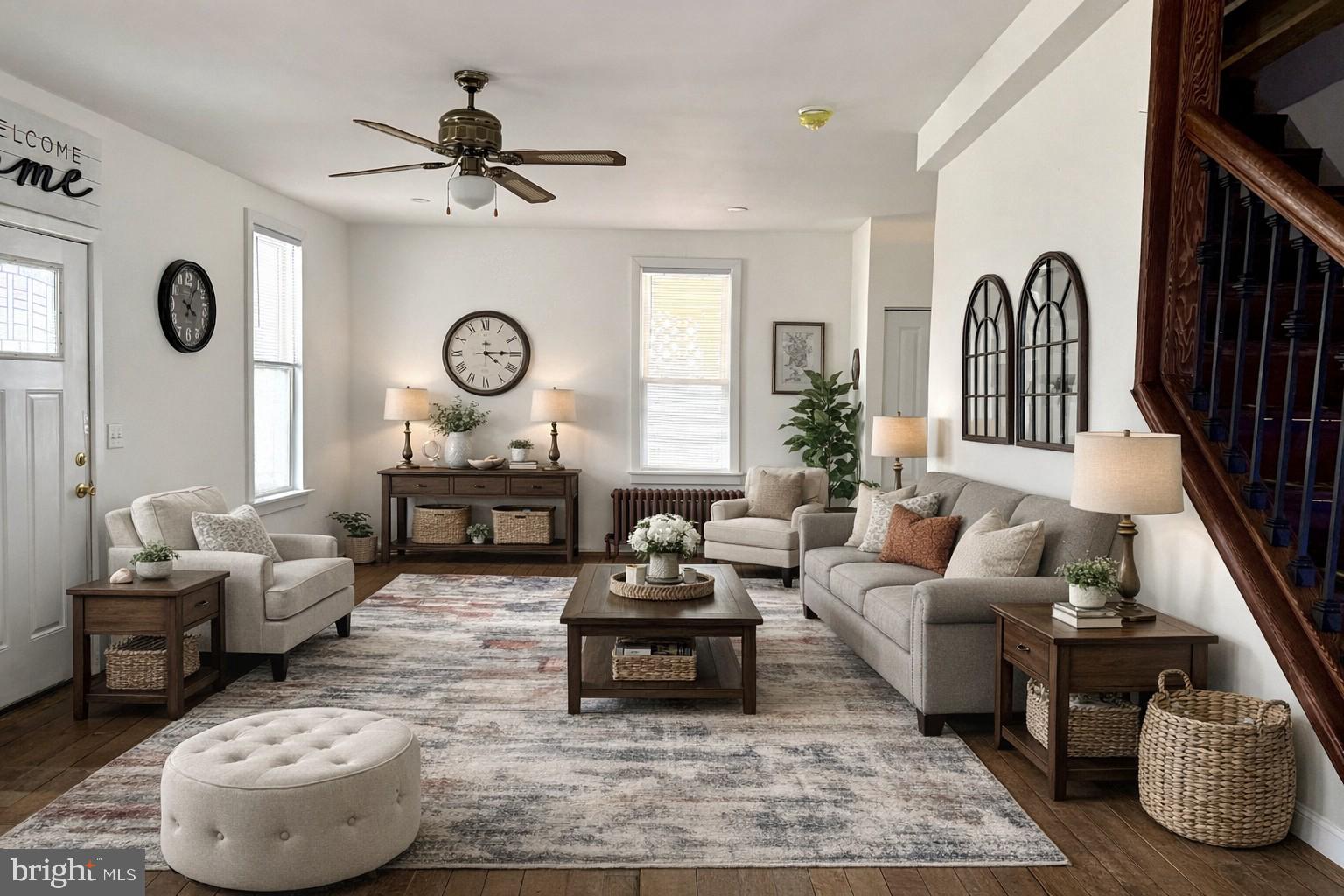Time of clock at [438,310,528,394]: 4:14
